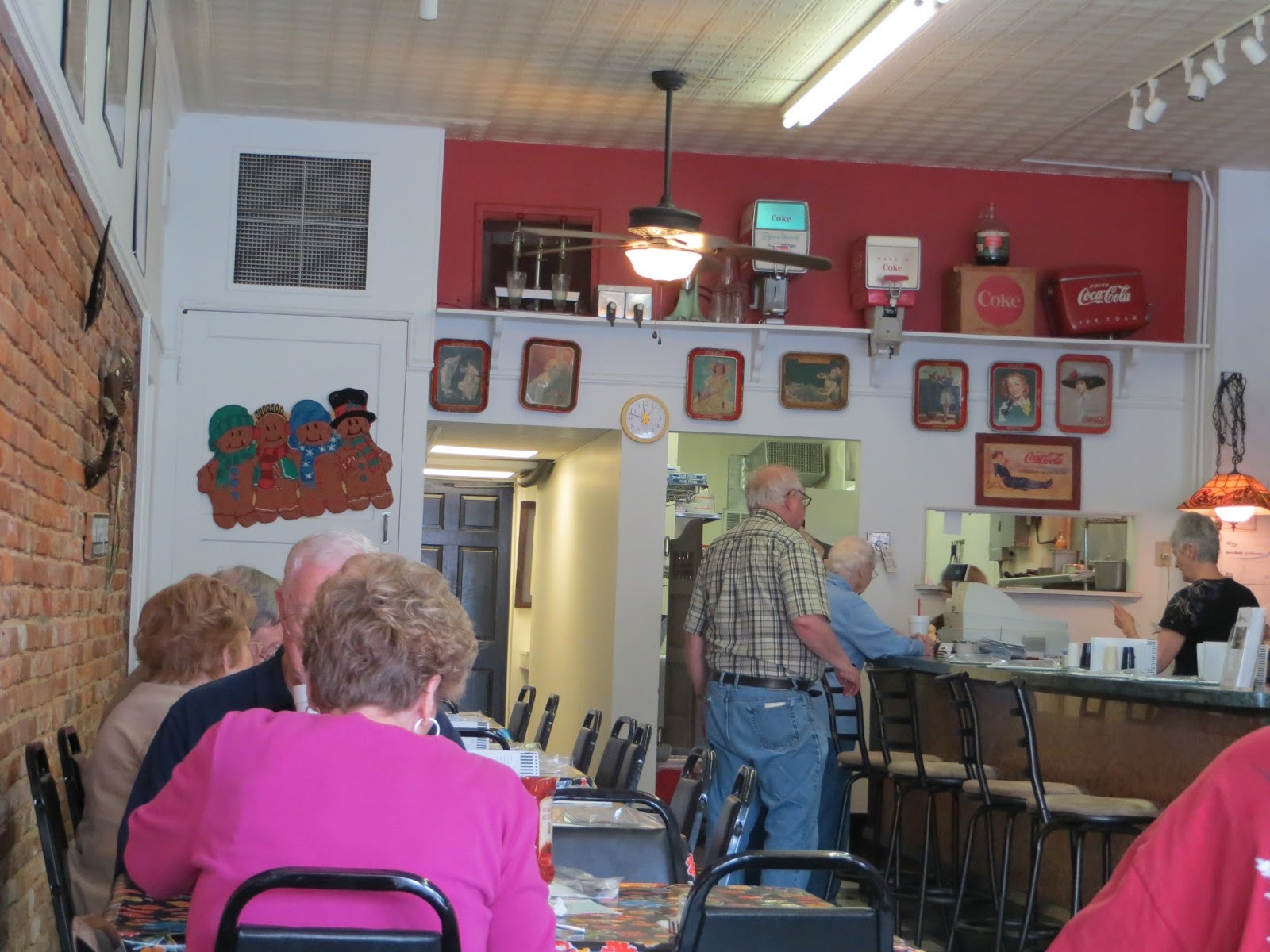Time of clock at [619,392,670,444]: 11:47
